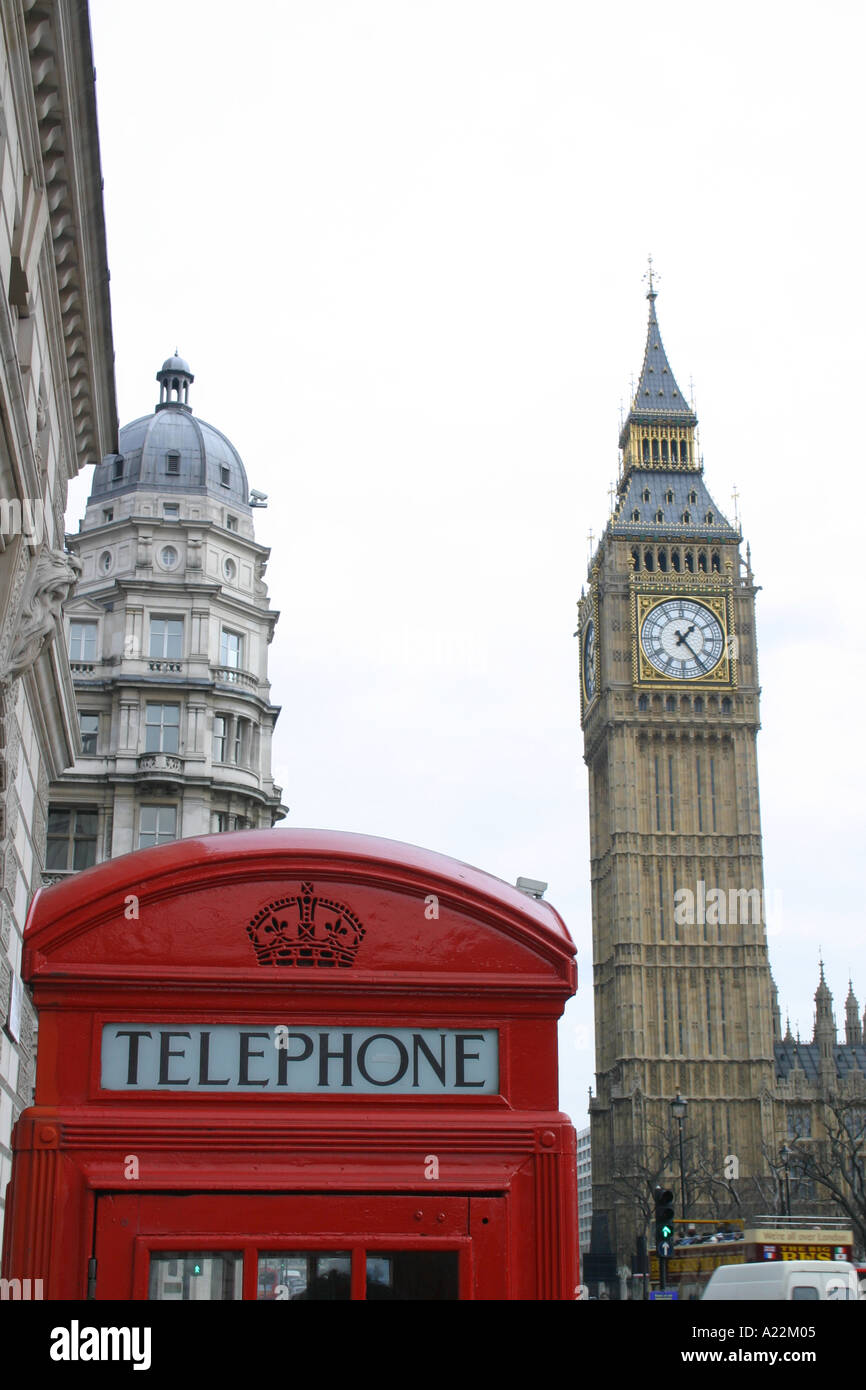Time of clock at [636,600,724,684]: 1:23
